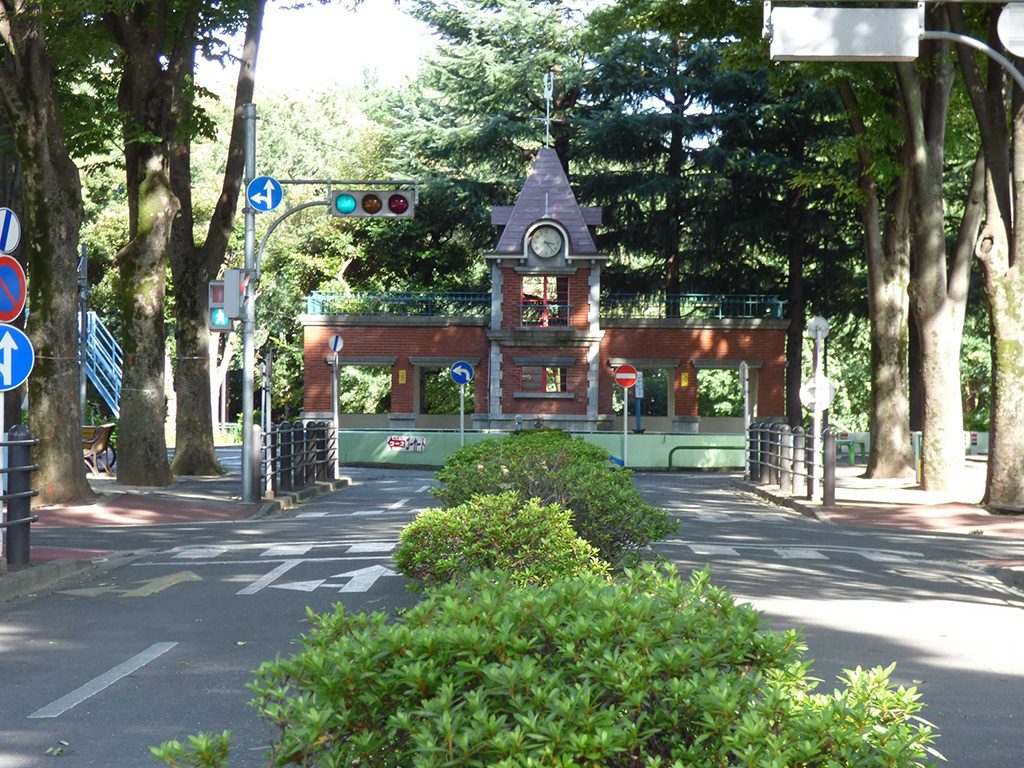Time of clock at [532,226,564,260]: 3:22
